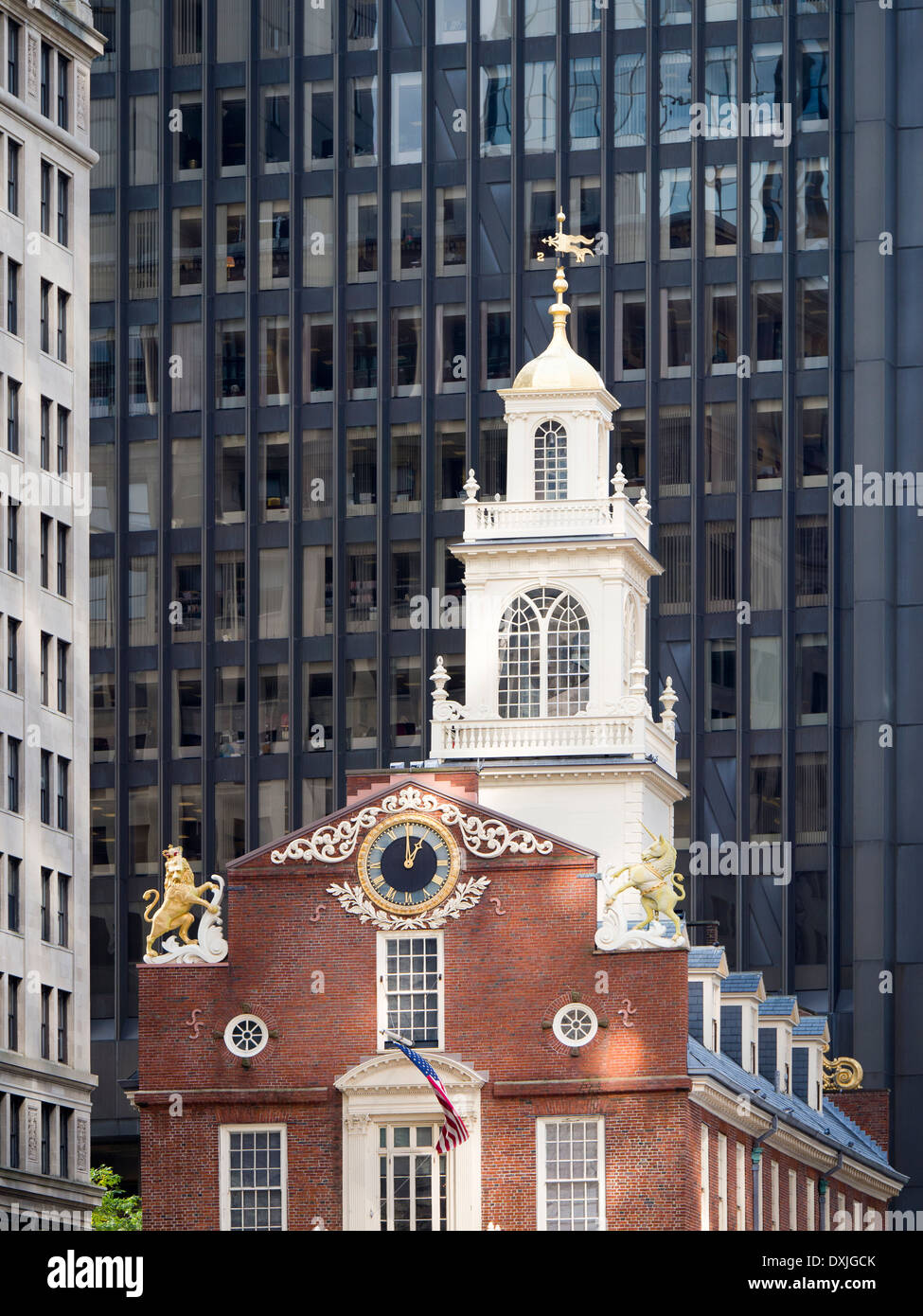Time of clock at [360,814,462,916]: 1:00
